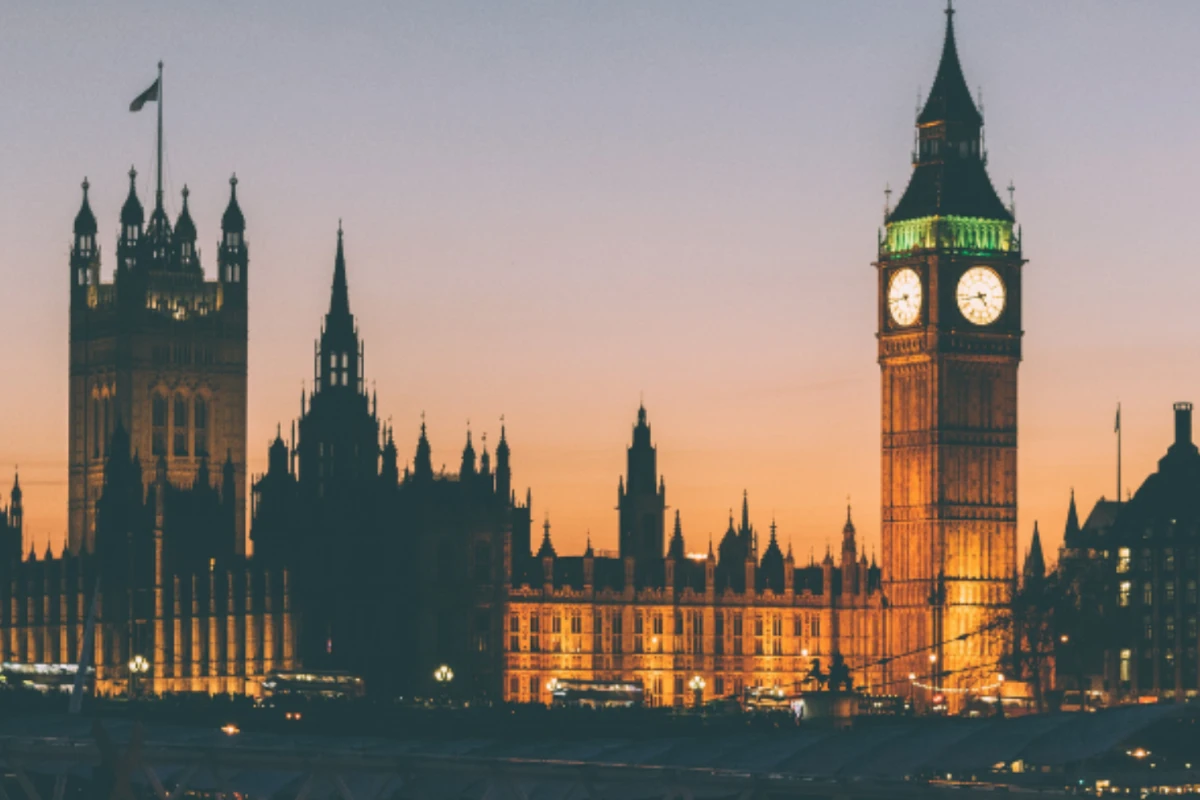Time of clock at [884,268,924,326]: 4:43
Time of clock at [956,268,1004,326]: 4:42
